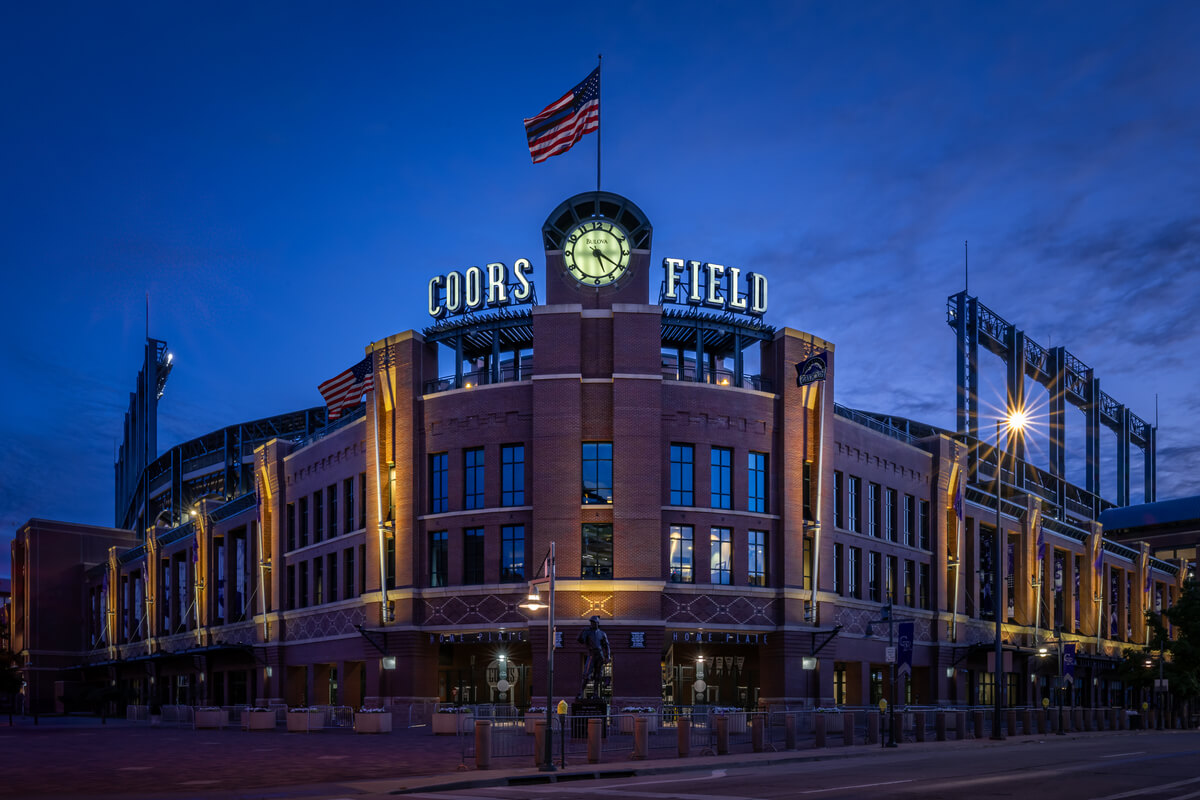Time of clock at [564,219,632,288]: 5:20
